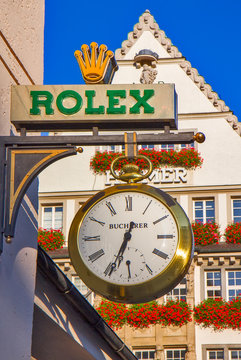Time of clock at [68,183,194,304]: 12:33
